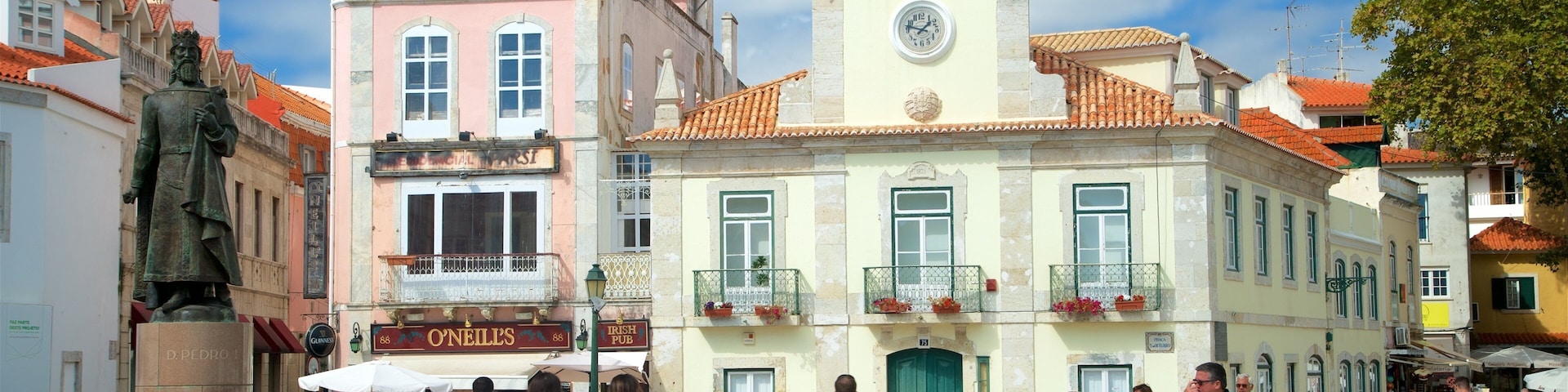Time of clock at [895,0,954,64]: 1:47
